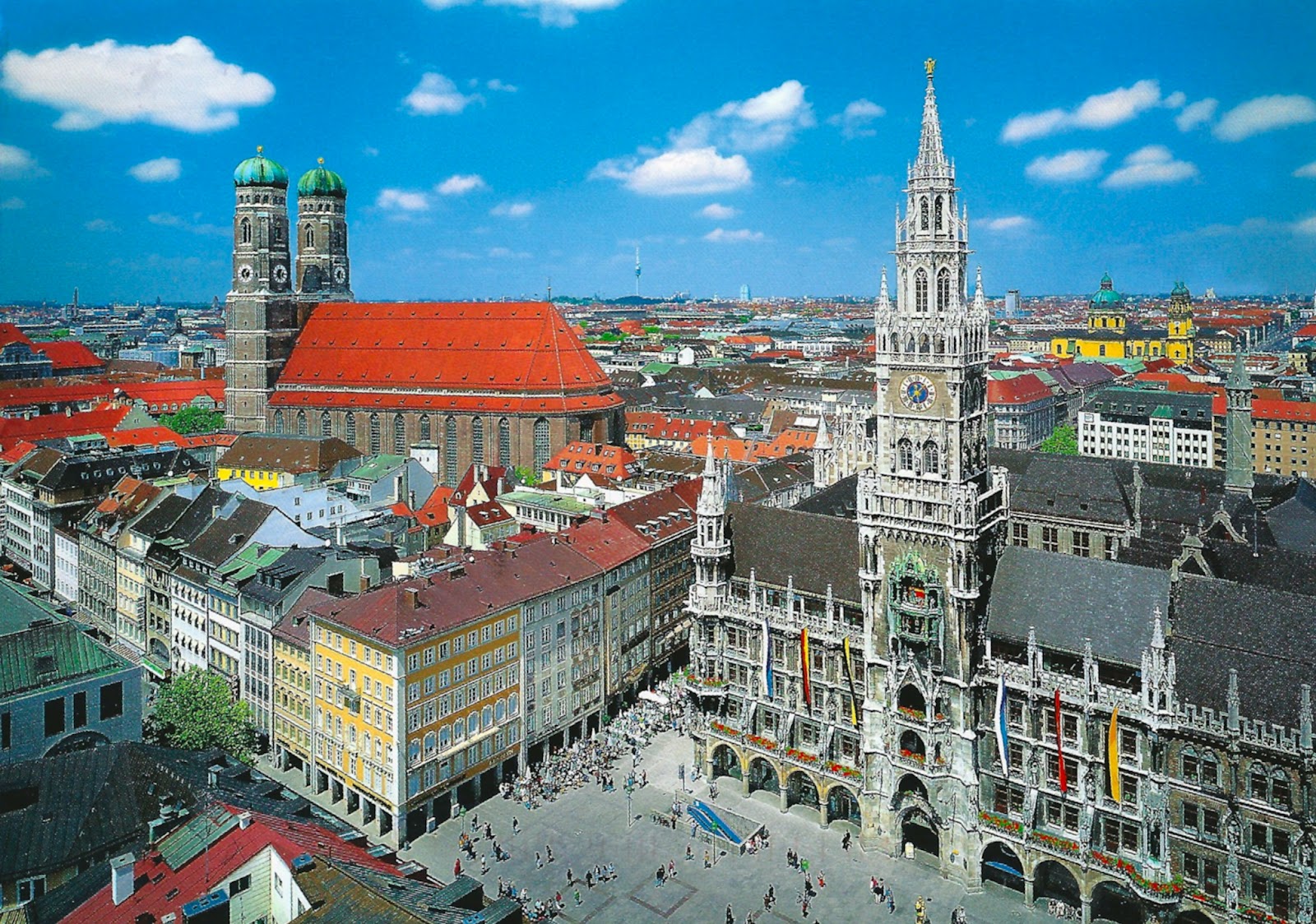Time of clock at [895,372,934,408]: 1:37
